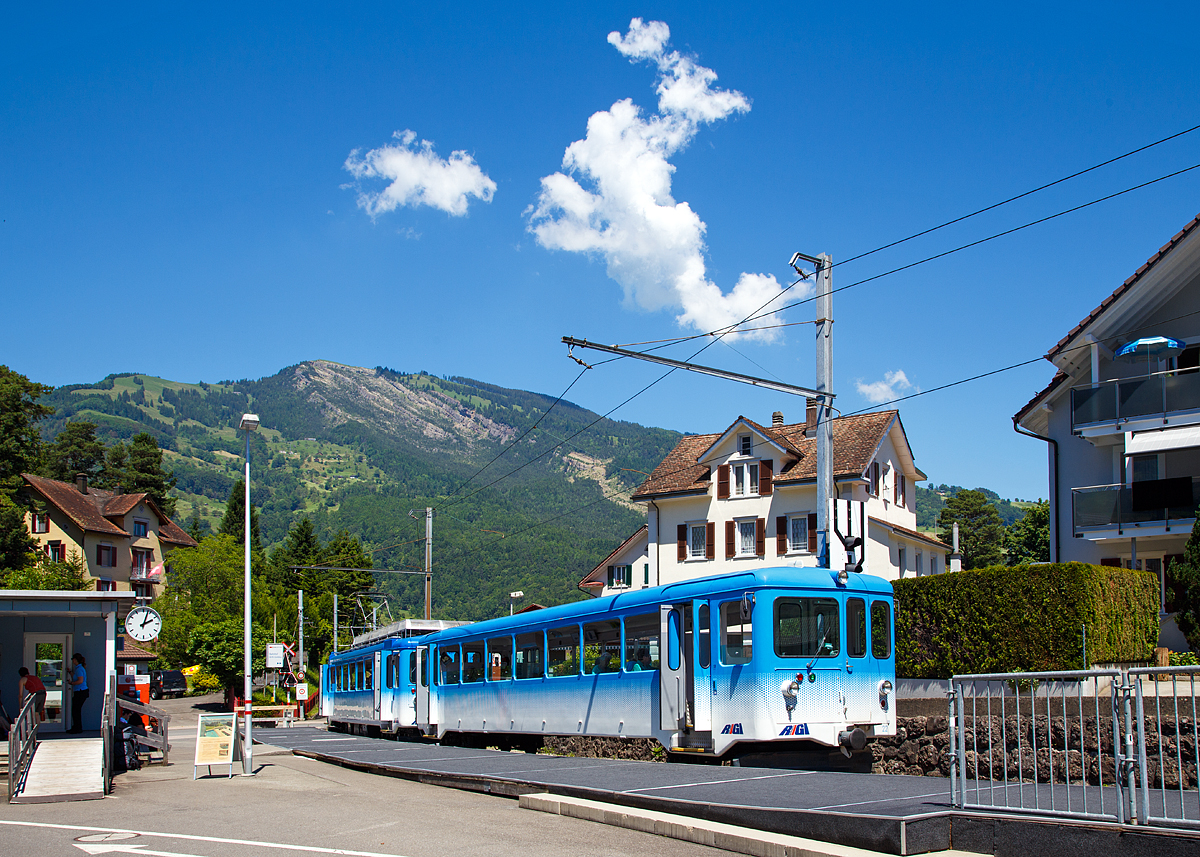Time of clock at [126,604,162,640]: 2:03
